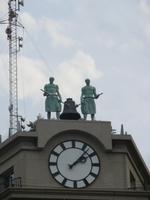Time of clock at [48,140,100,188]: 2:07
